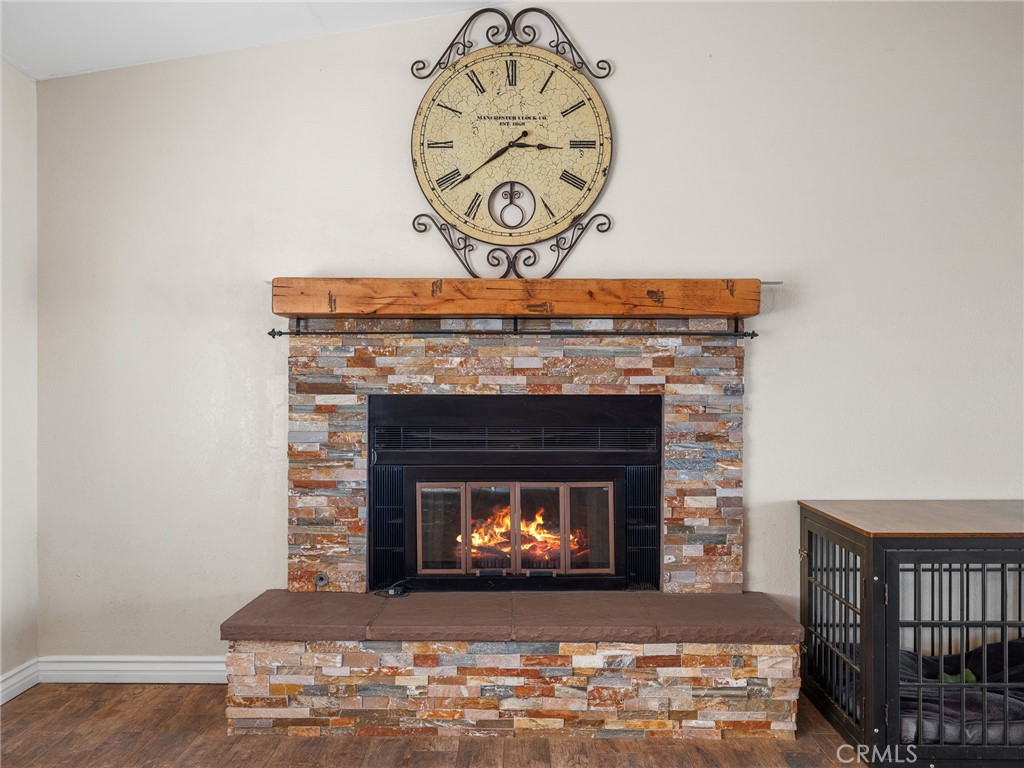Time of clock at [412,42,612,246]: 2:38
